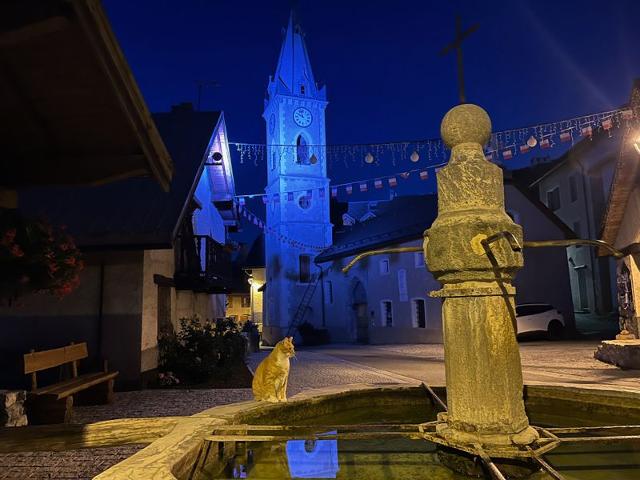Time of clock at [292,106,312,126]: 9:57
